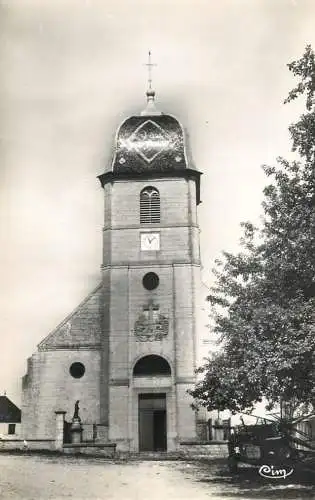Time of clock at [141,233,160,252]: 11:07
